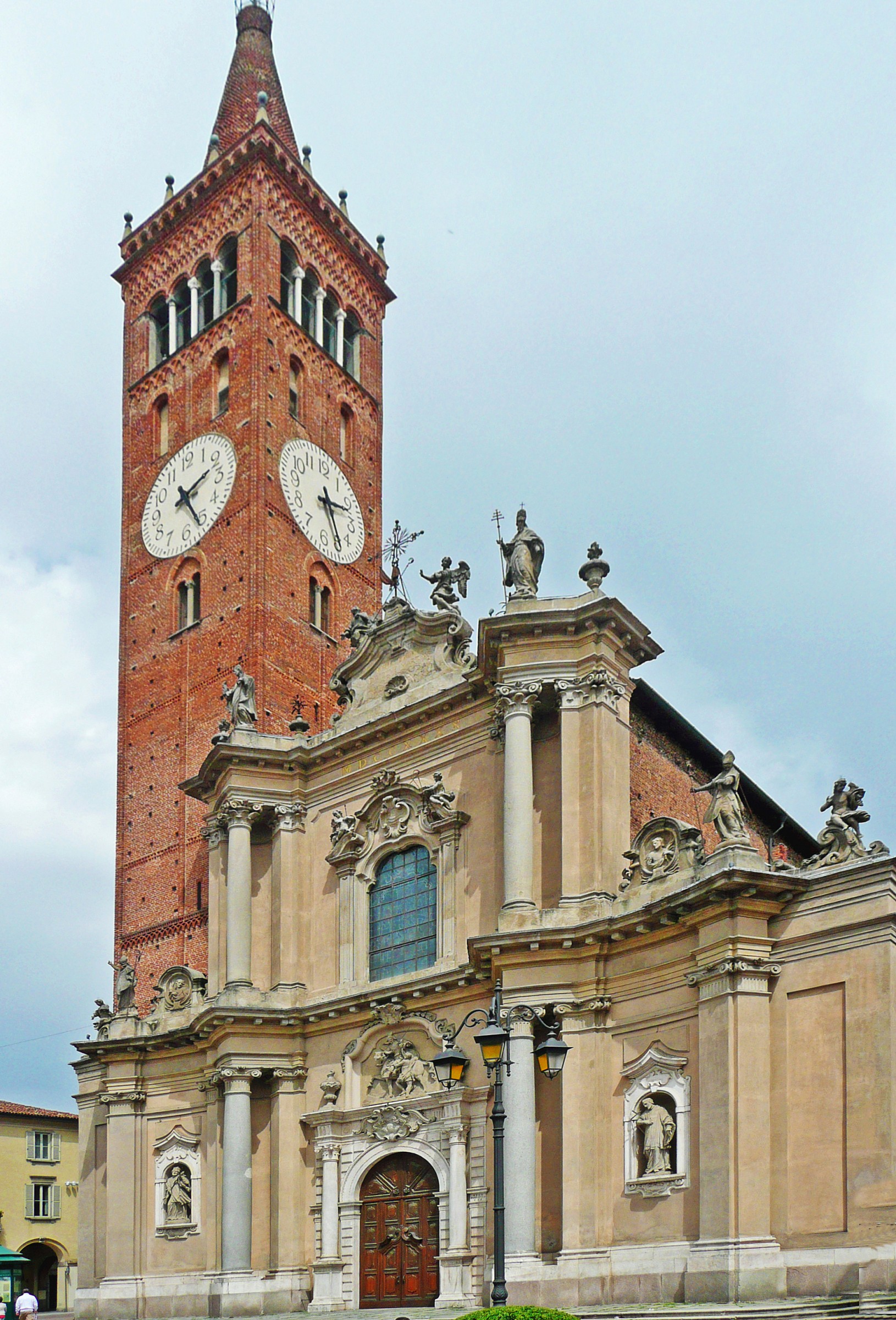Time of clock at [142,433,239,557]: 2:25
